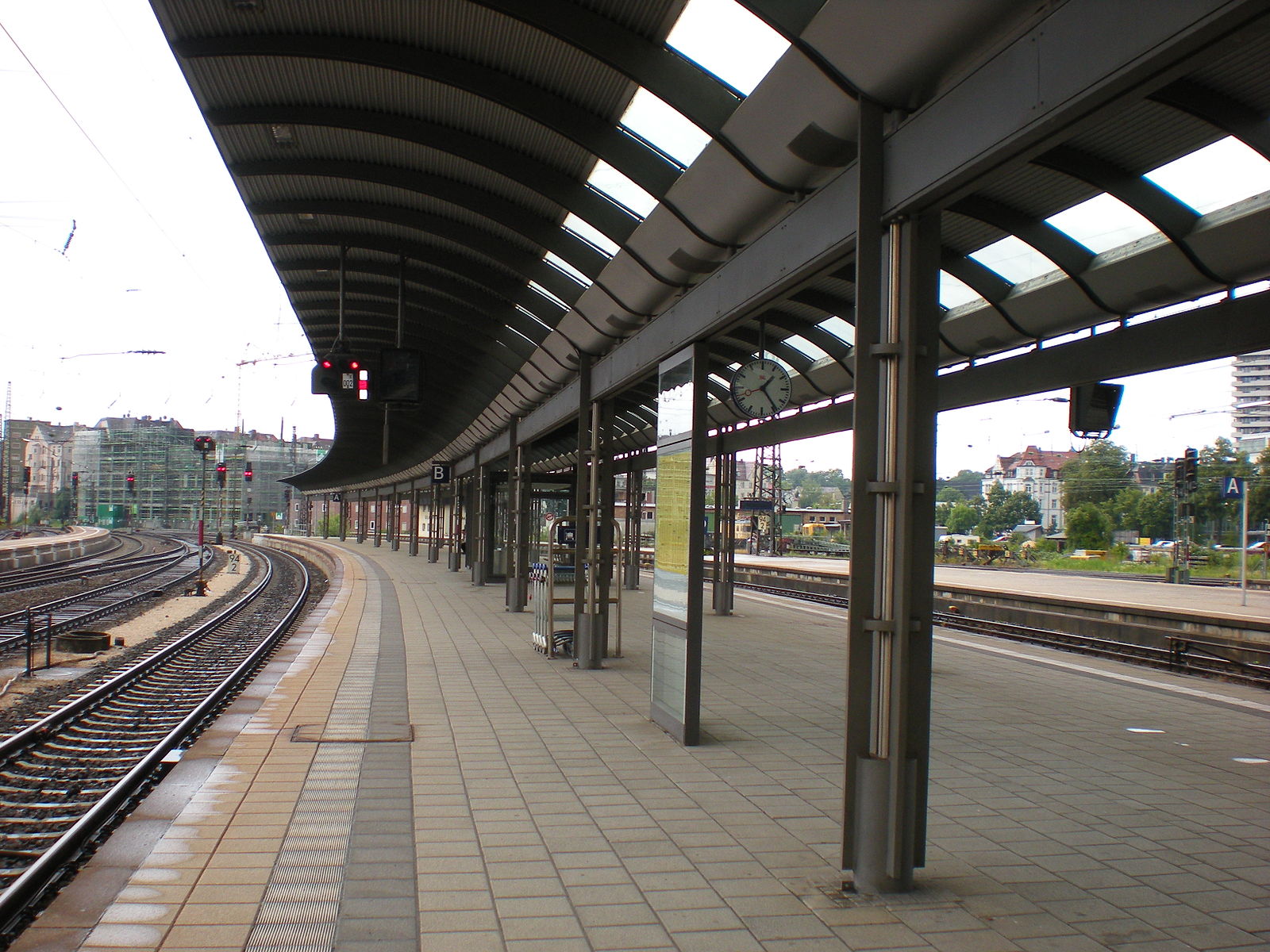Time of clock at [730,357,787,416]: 1:24
